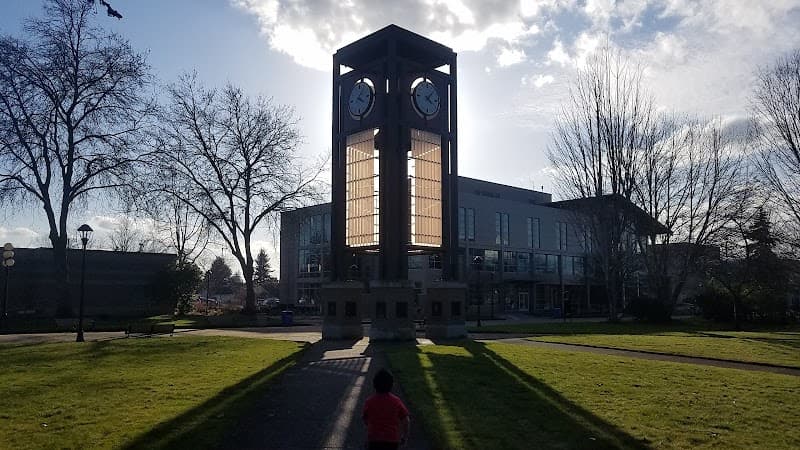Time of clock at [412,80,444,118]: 4:07
